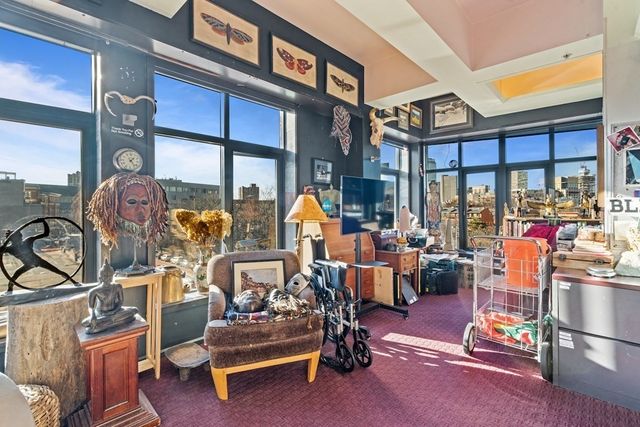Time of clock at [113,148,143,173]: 1:23
